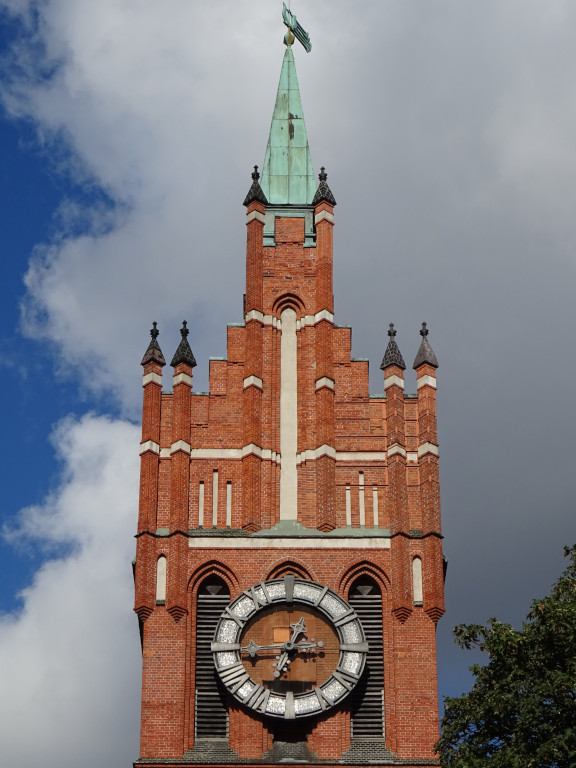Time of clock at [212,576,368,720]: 12:44
